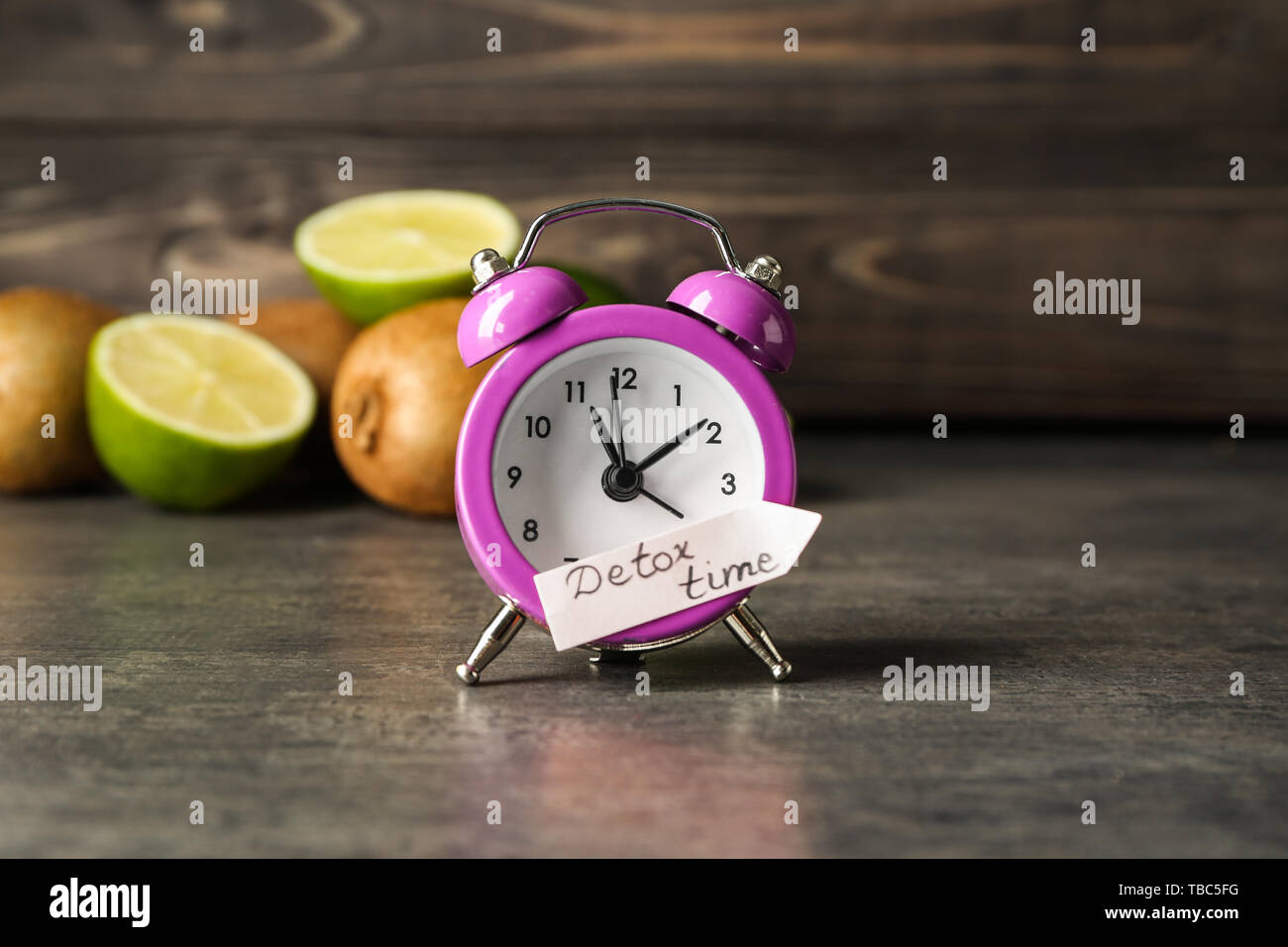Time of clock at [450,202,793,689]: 11:08
